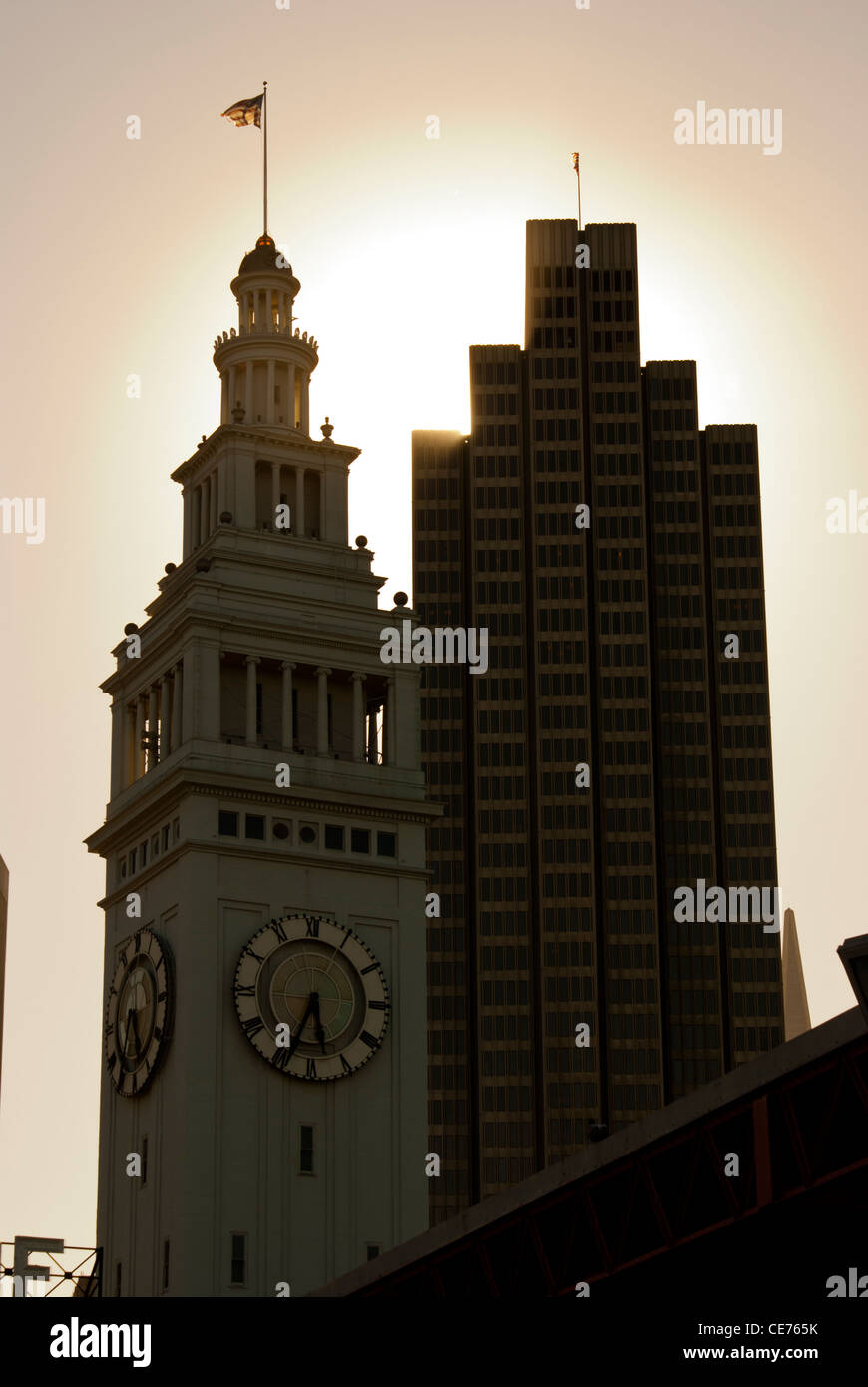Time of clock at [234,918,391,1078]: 5:34
